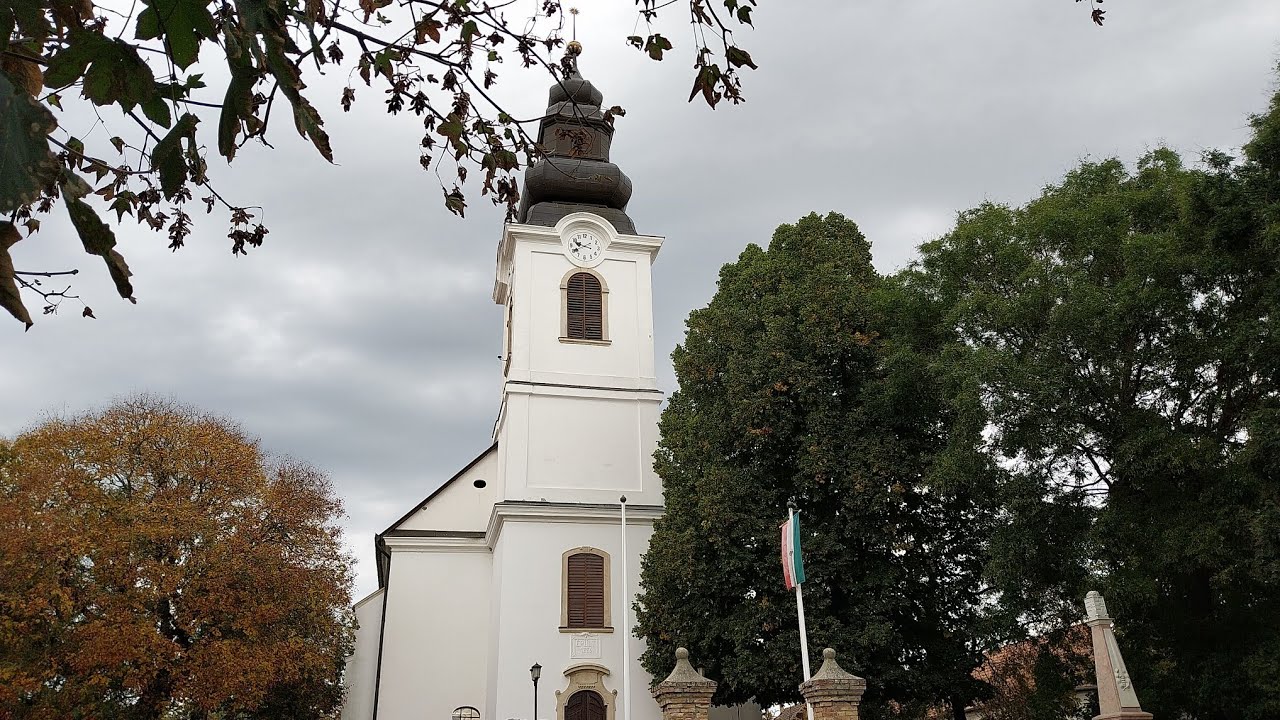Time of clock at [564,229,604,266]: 9:40
